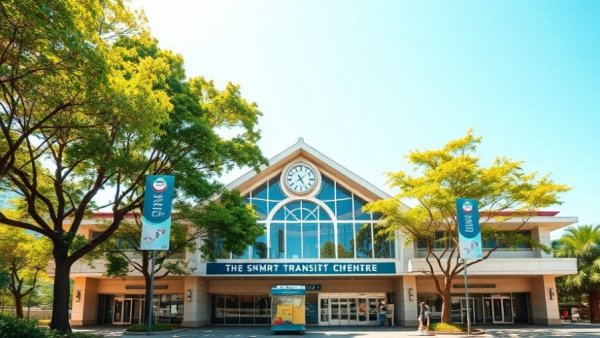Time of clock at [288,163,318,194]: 5:08
